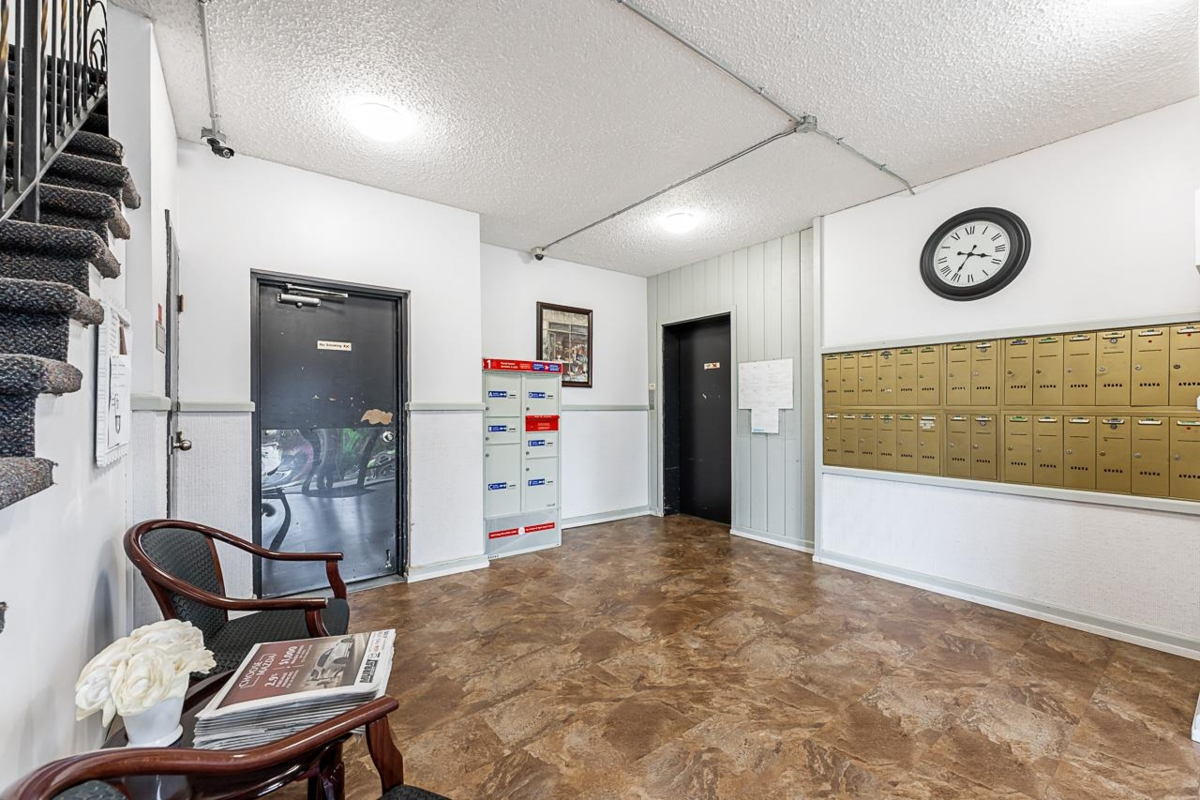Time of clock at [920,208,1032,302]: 3:35
